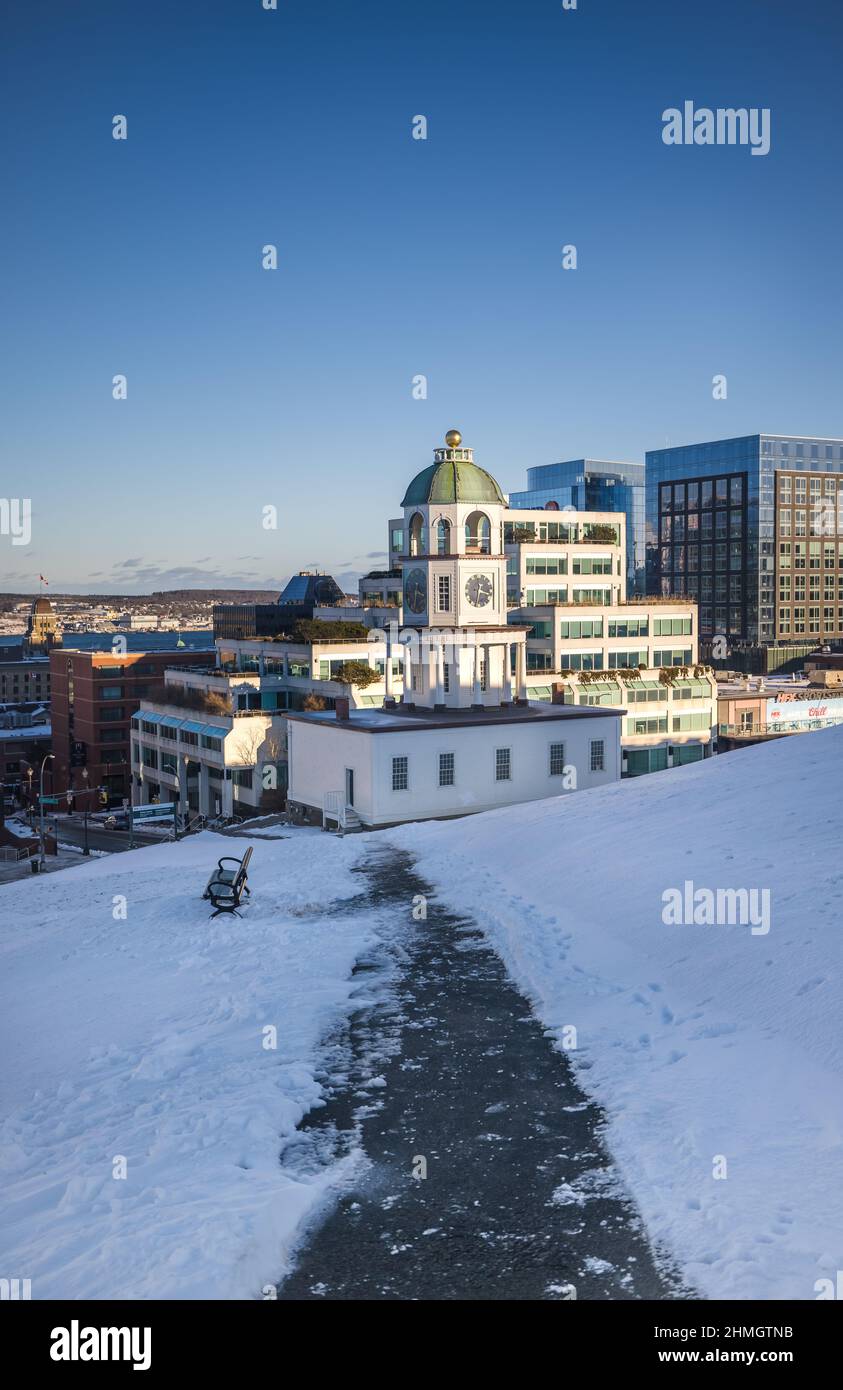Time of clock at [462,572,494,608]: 3:32
